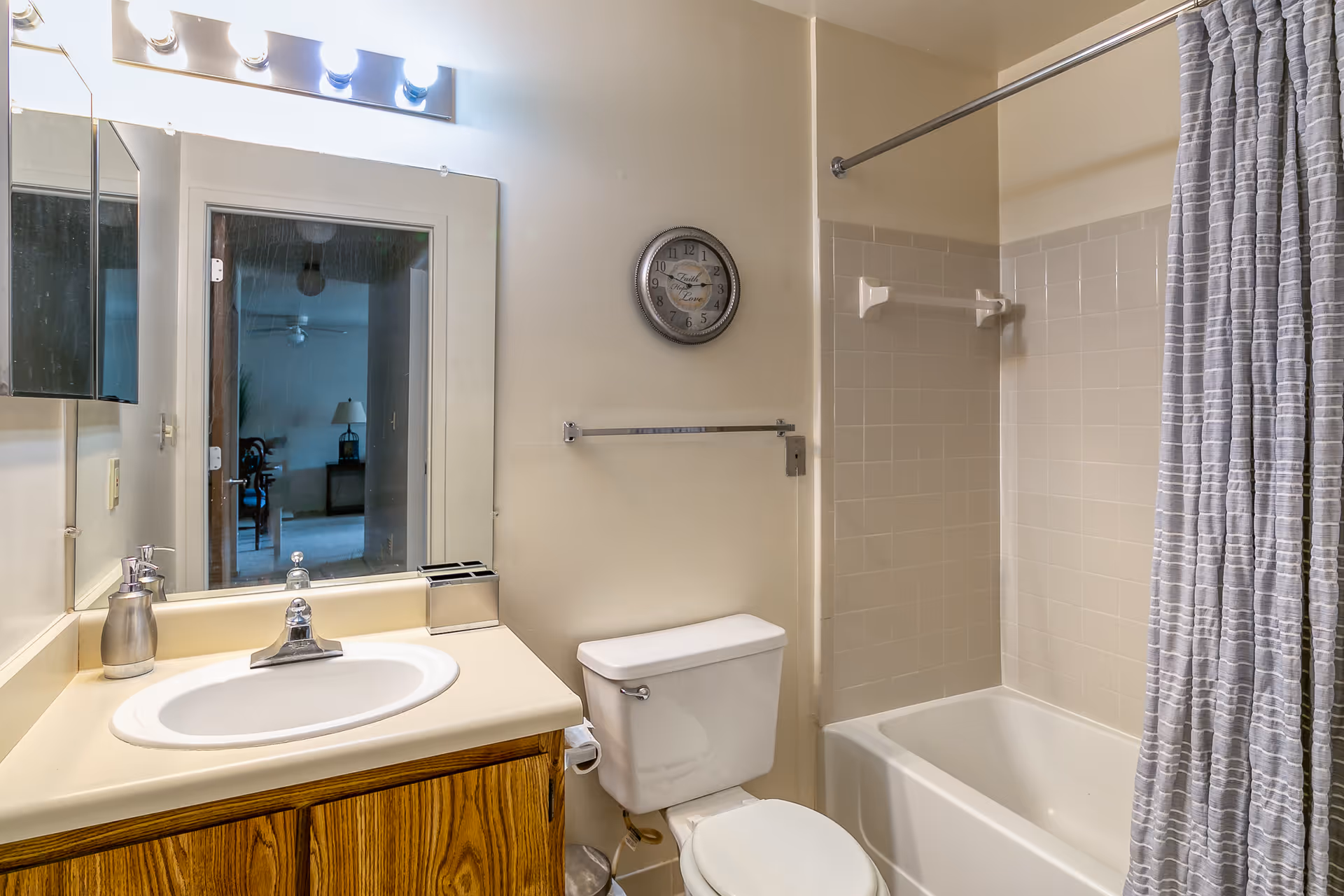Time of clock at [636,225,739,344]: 2:48
